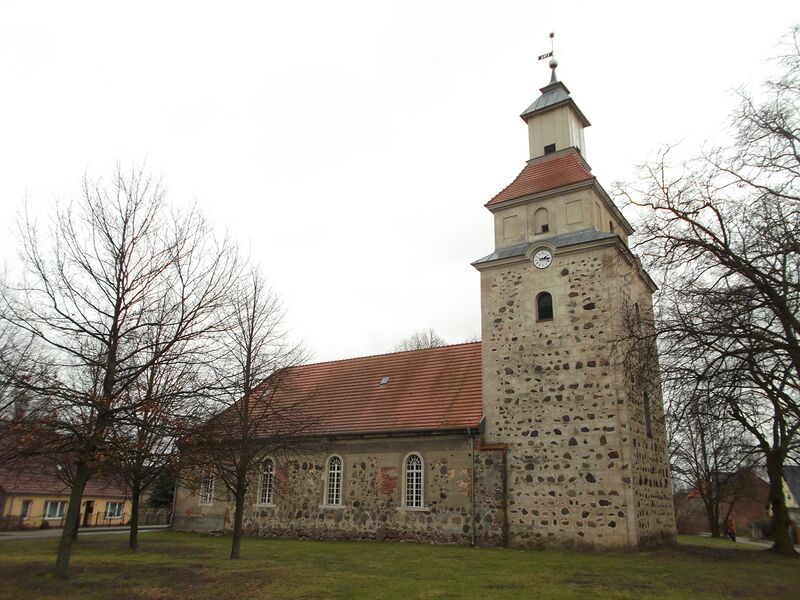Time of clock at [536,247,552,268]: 2:15
